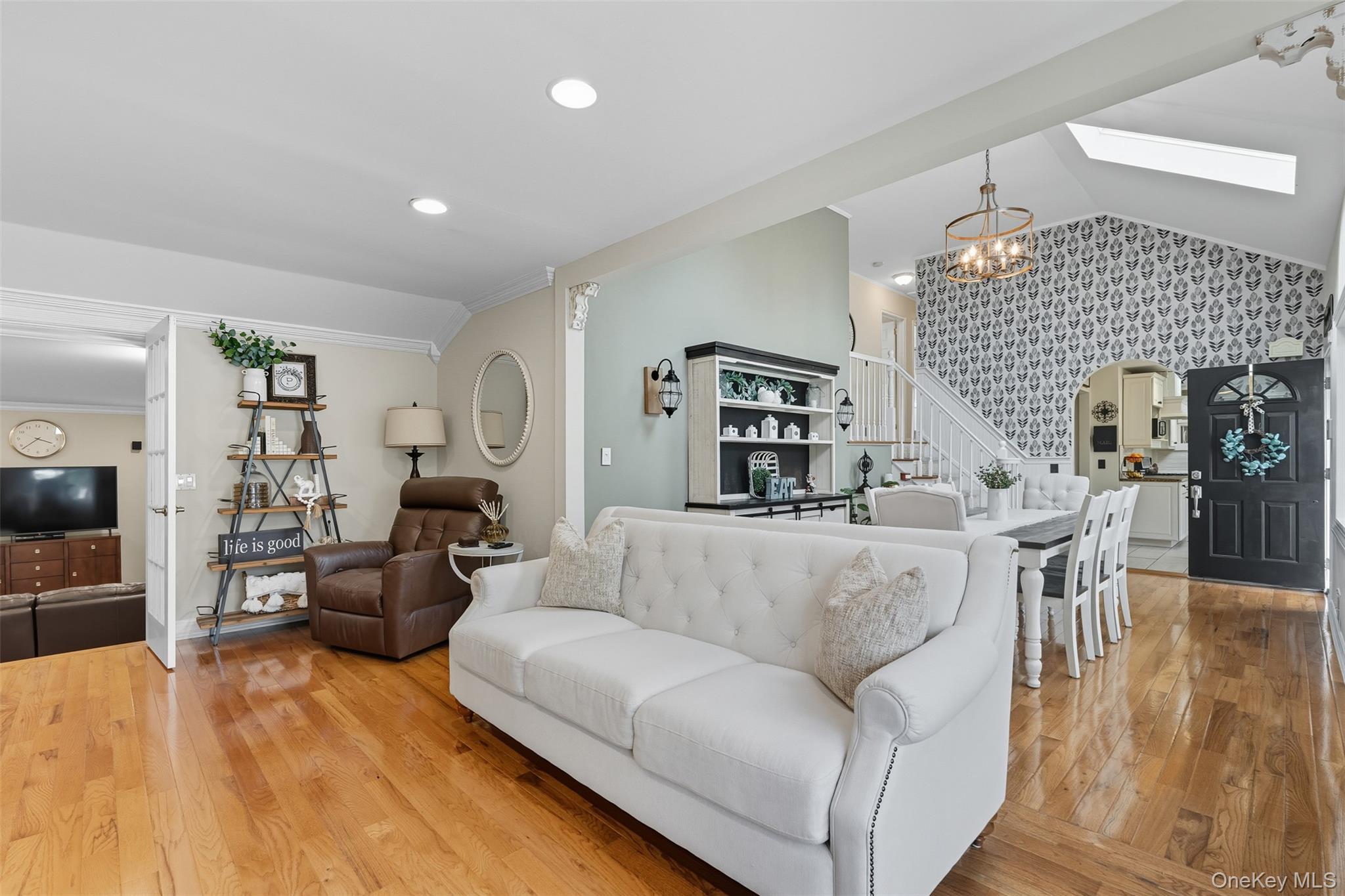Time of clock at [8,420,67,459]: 3:37
